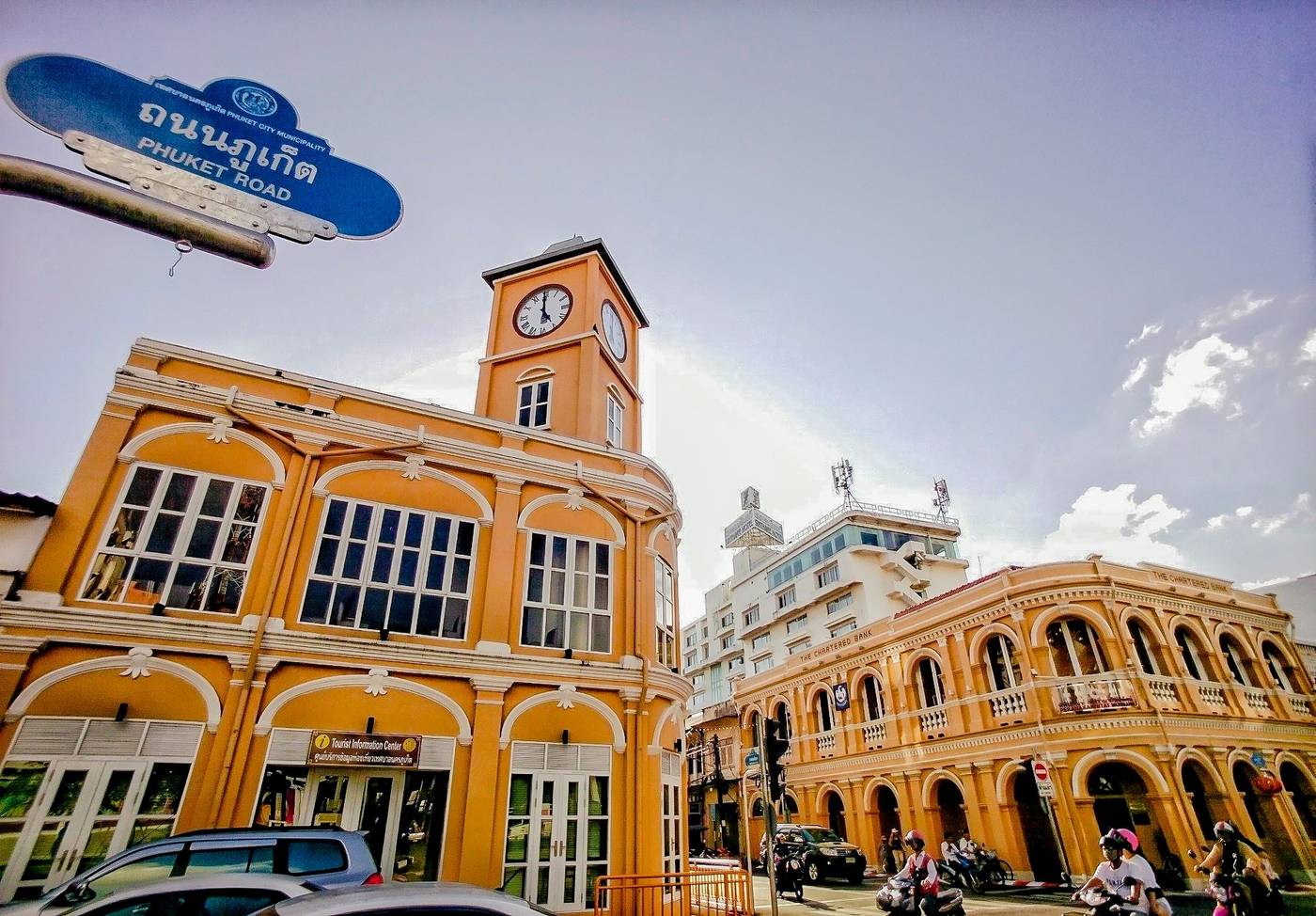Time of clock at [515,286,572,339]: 4:59
